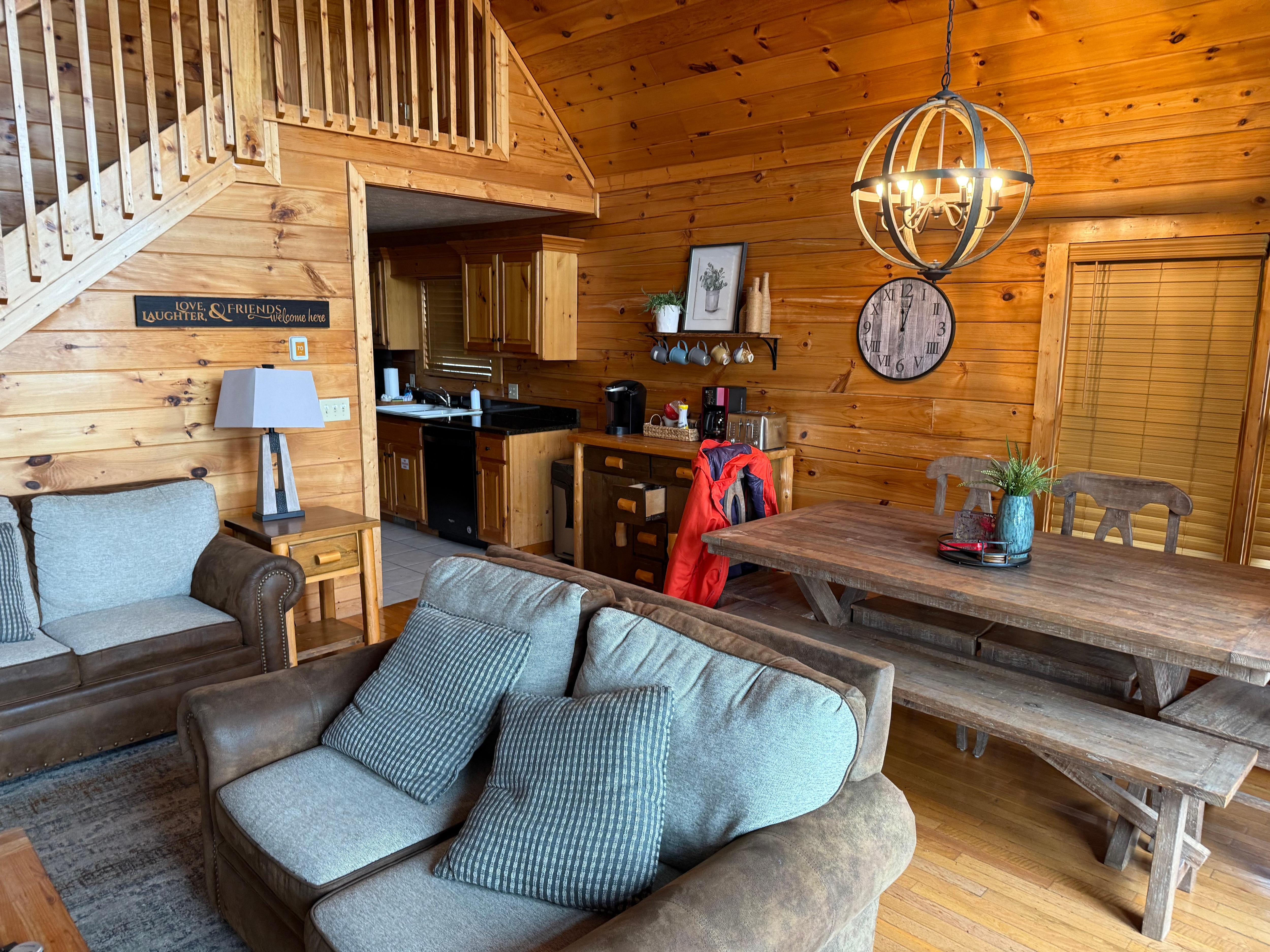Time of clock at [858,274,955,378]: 12:02
